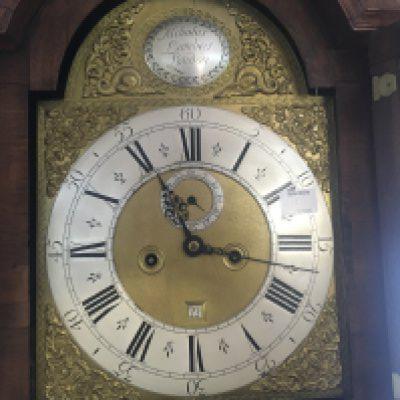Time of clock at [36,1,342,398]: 11:17
